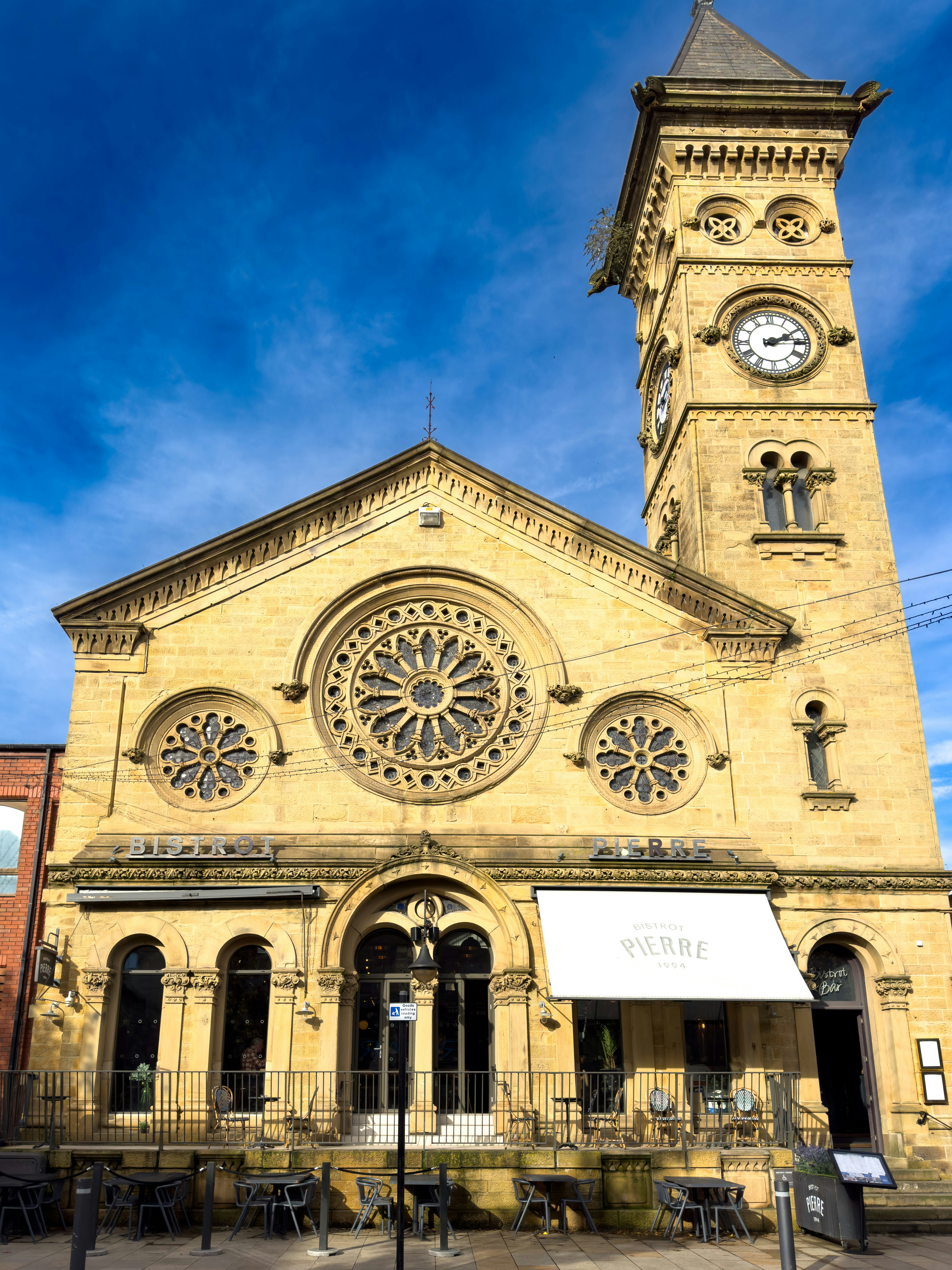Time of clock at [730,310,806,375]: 2:14
